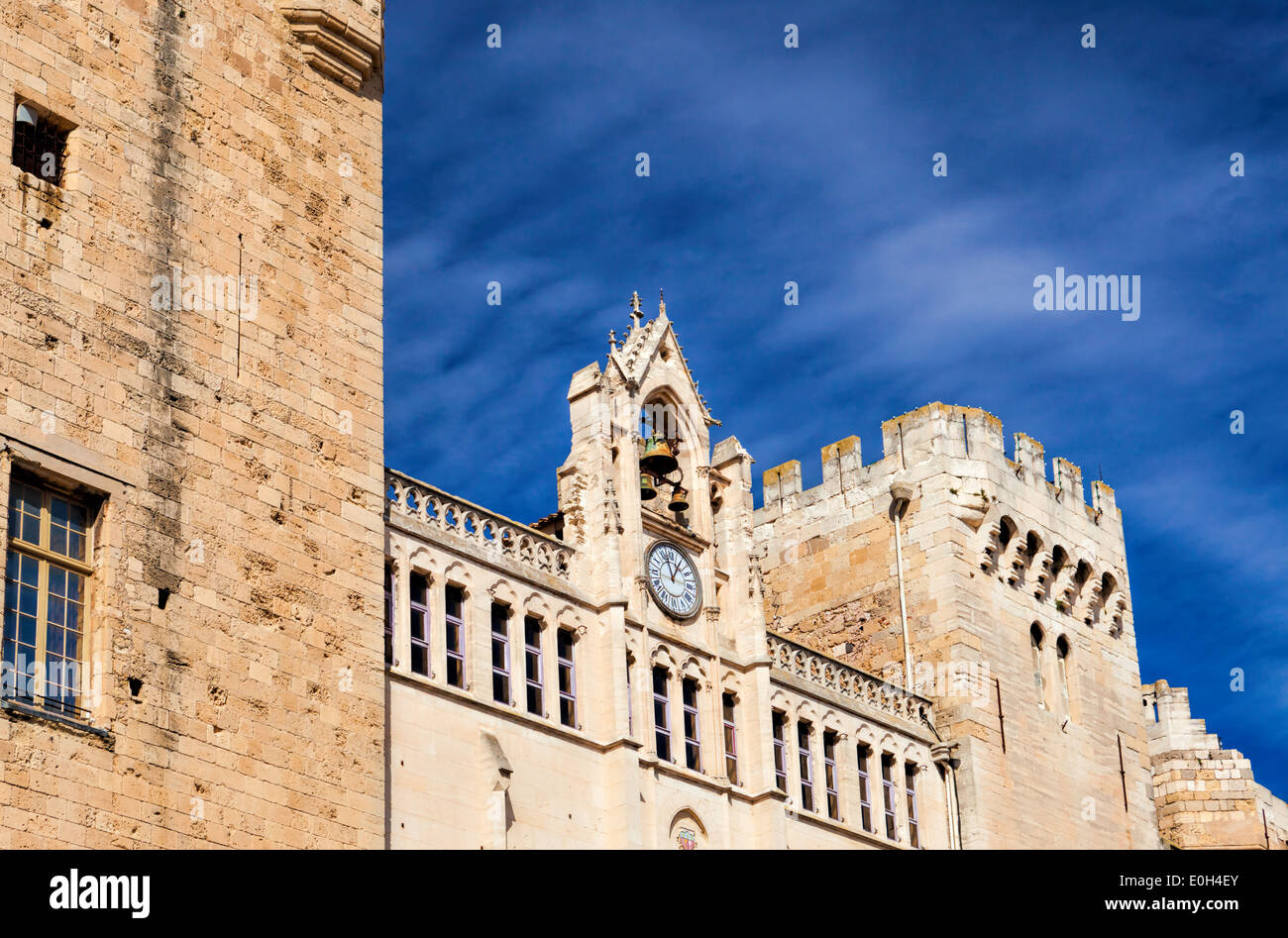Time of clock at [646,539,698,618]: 12:57
